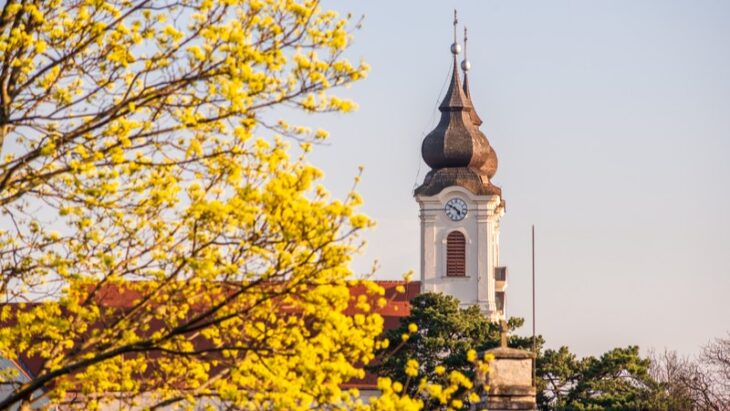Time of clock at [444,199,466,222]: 4:49
